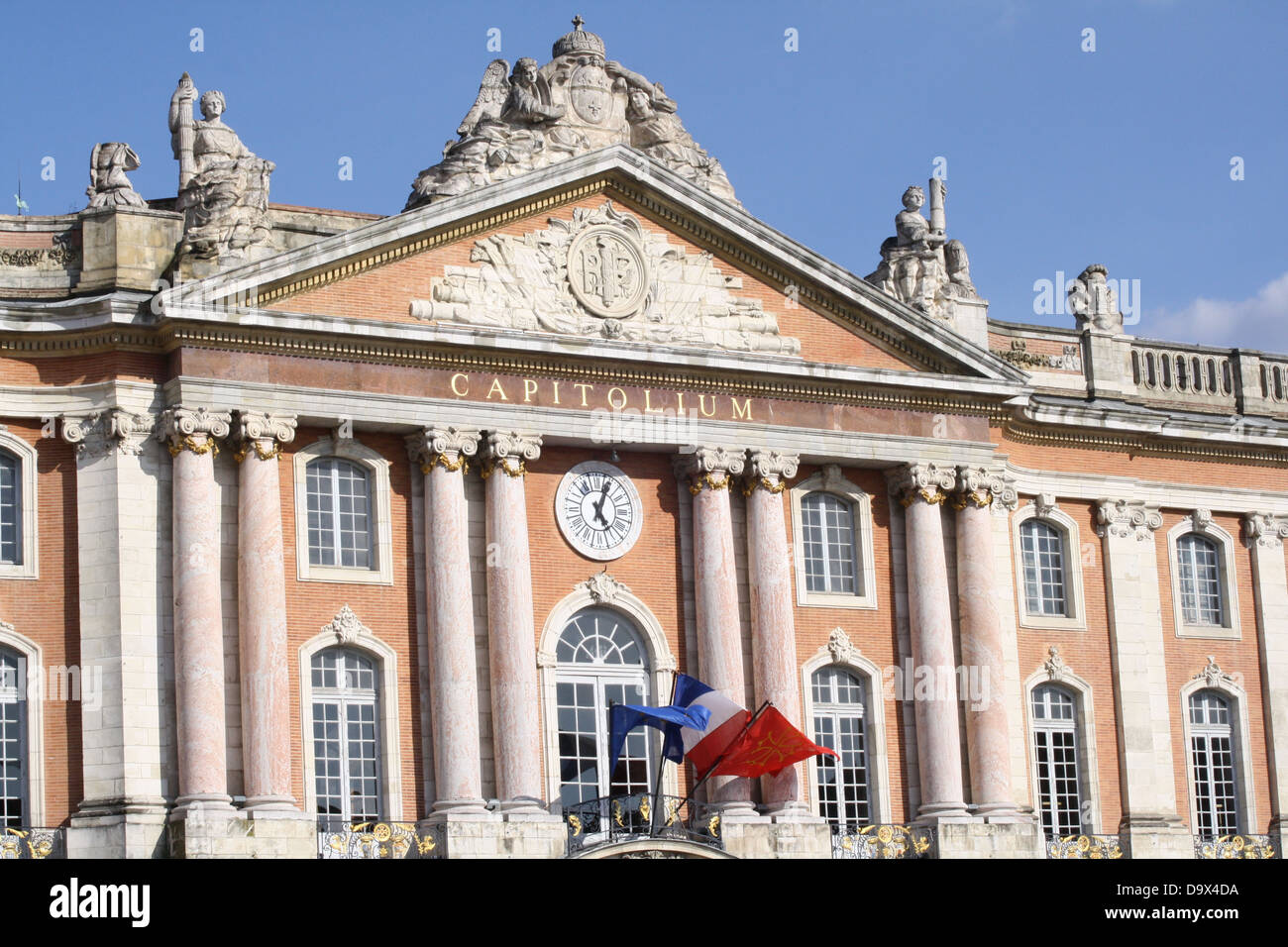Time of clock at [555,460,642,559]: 5:03
